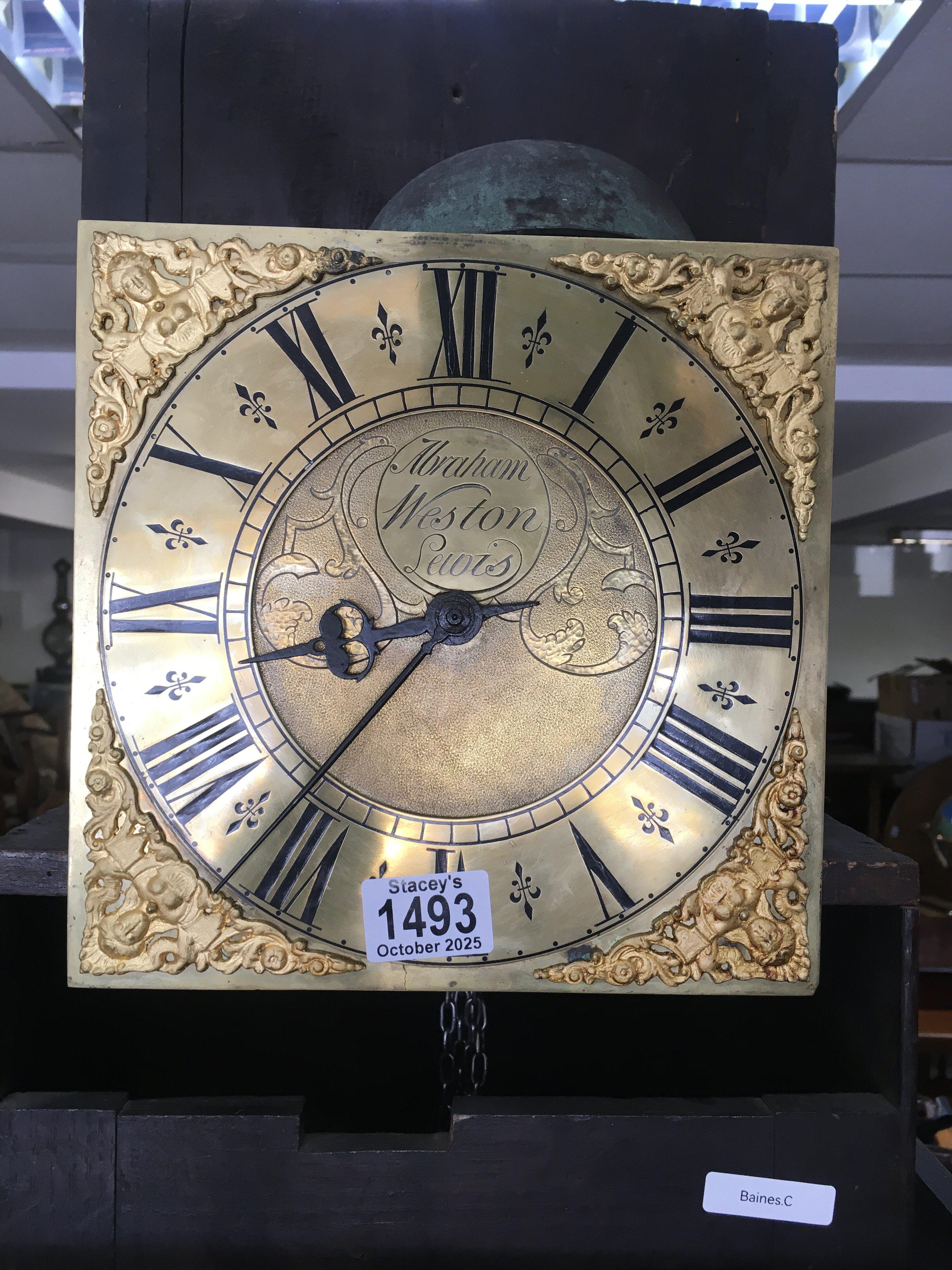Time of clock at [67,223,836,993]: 8:36
